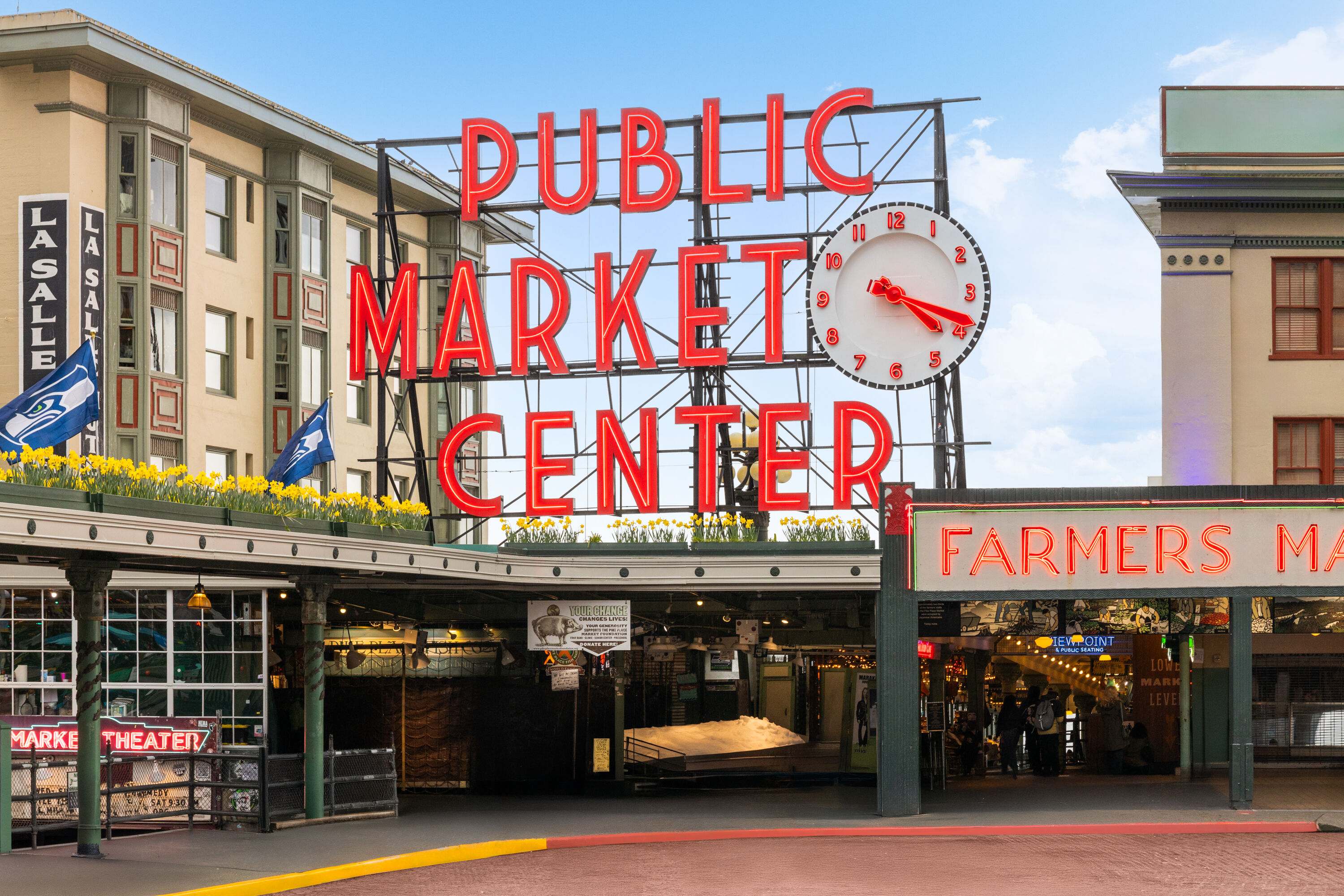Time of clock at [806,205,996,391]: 4:18
